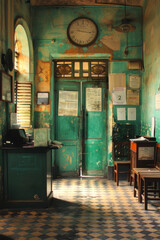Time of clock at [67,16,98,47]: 9:16
